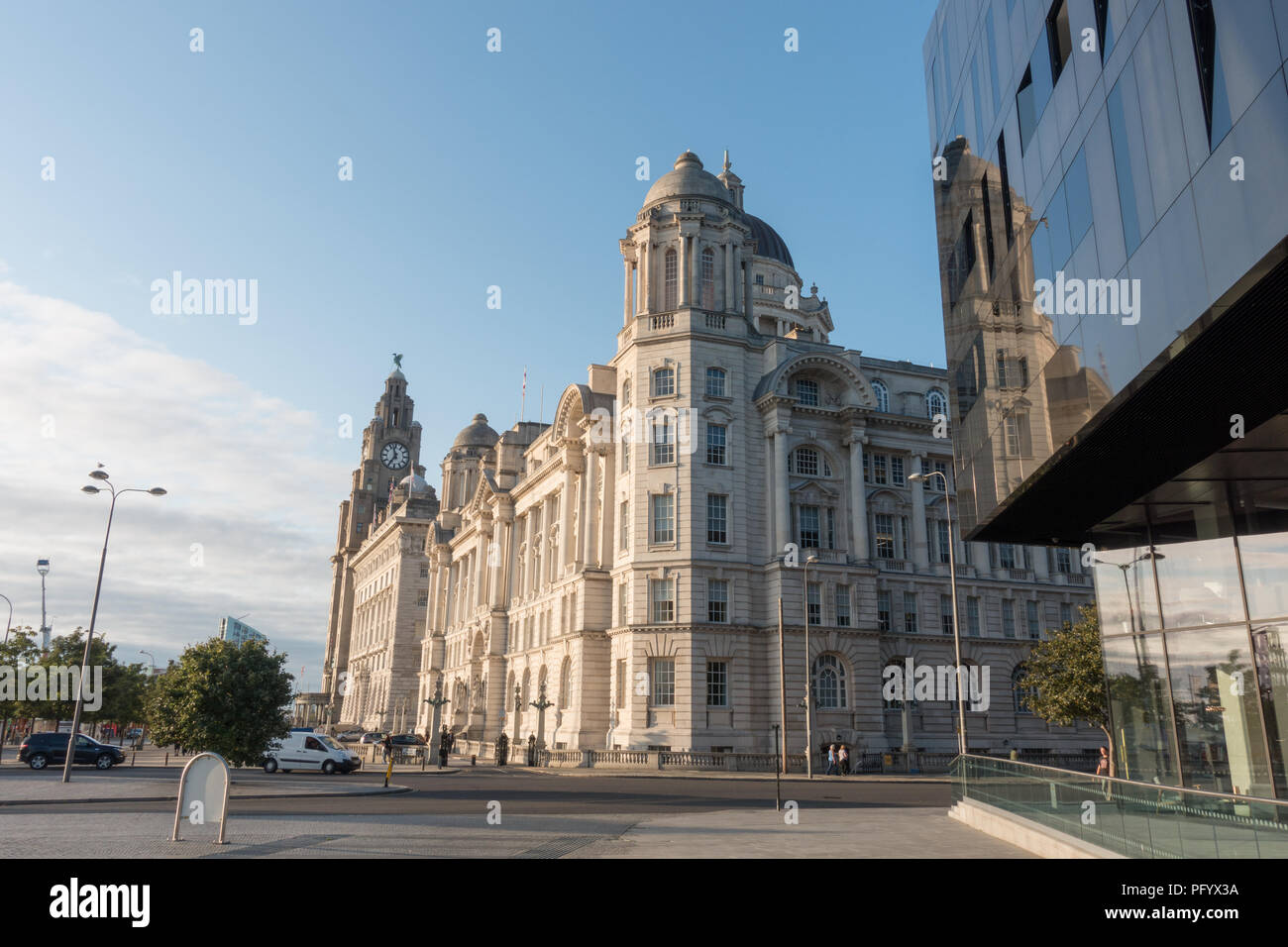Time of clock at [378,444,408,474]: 11:35
